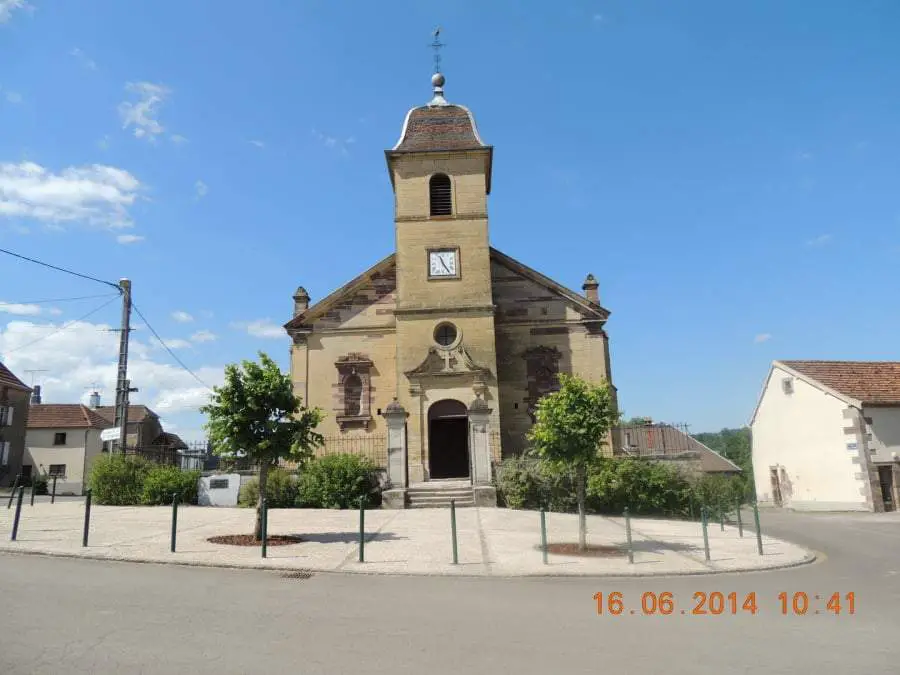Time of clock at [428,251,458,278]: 11:24
